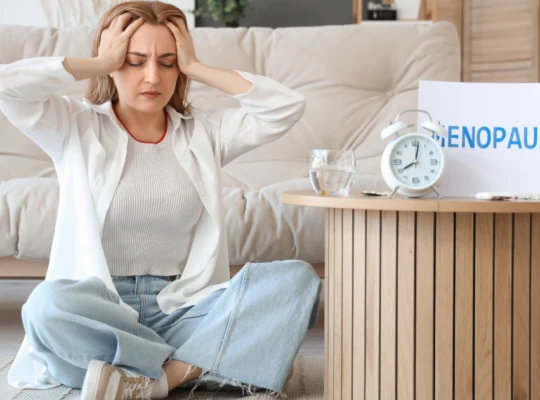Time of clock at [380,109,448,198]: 8:01
